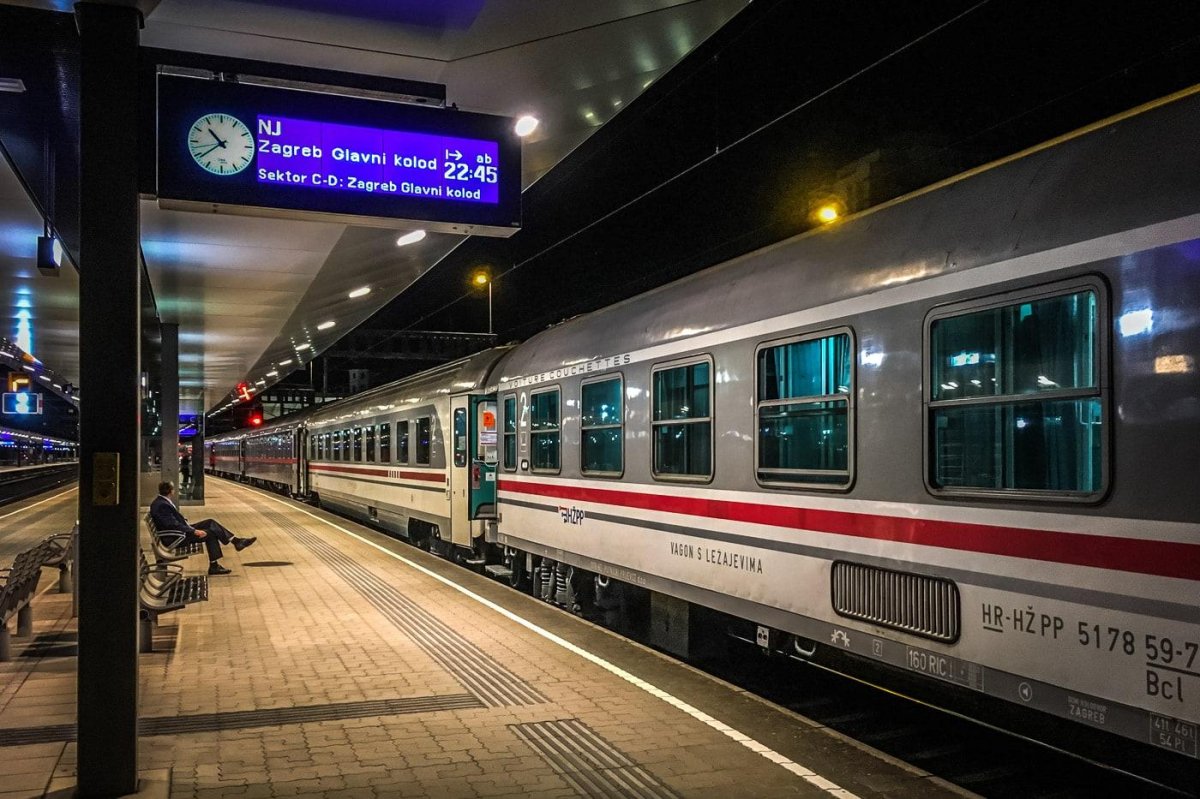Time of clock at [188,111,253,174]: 10:38
